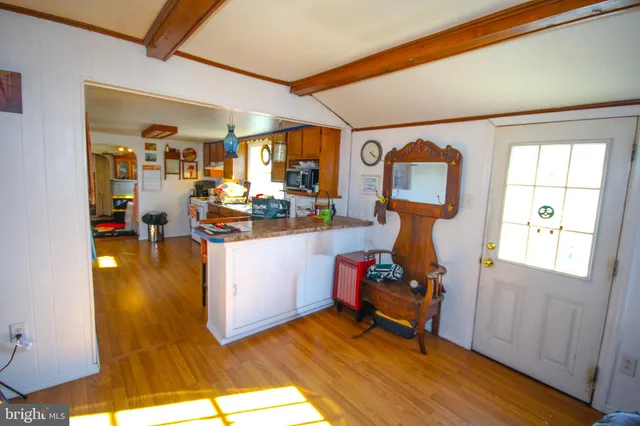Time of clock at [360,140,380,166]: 4:20
